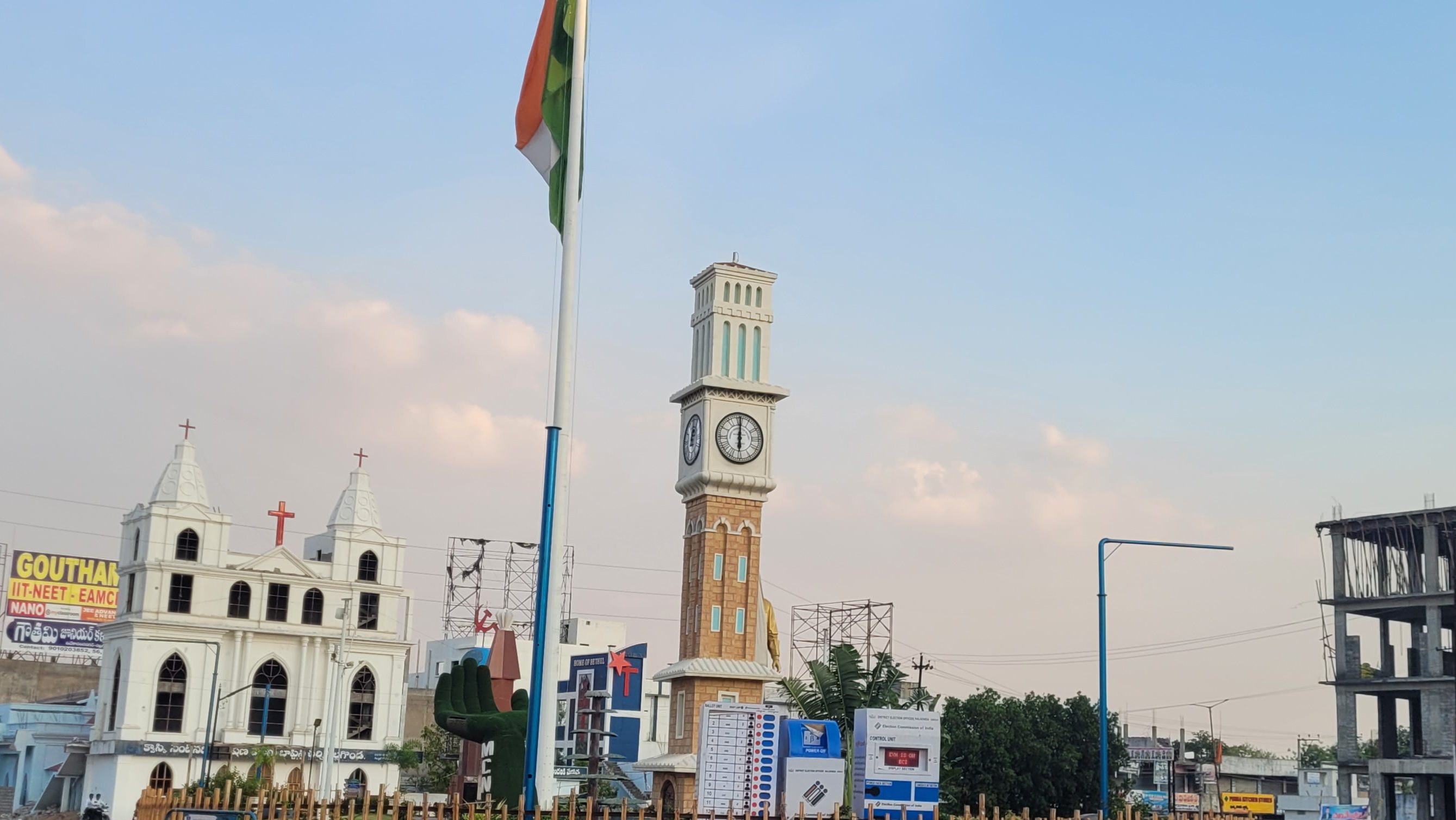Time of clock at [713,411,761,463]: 6:00
